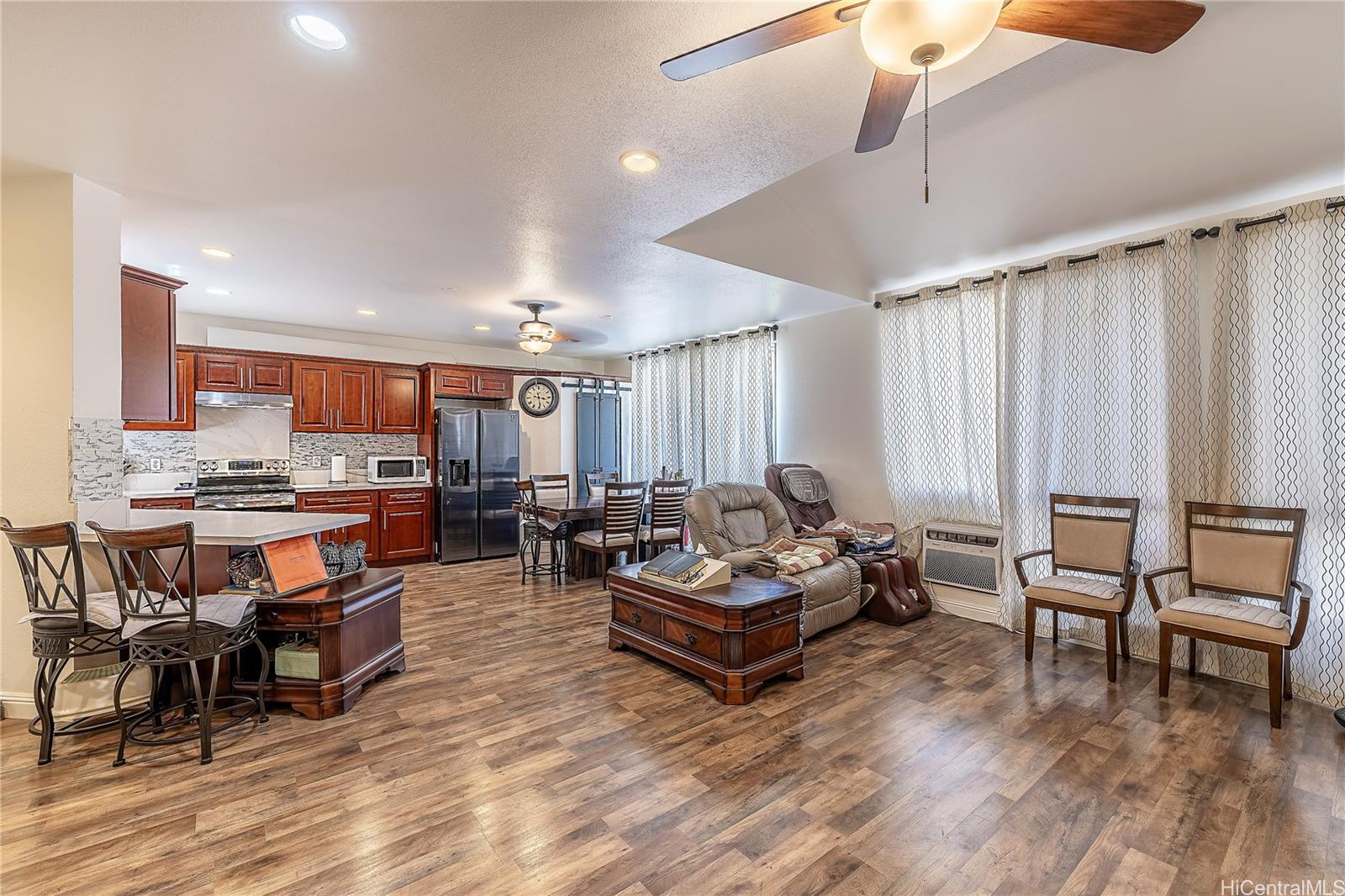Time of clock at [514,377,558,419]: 3:28
